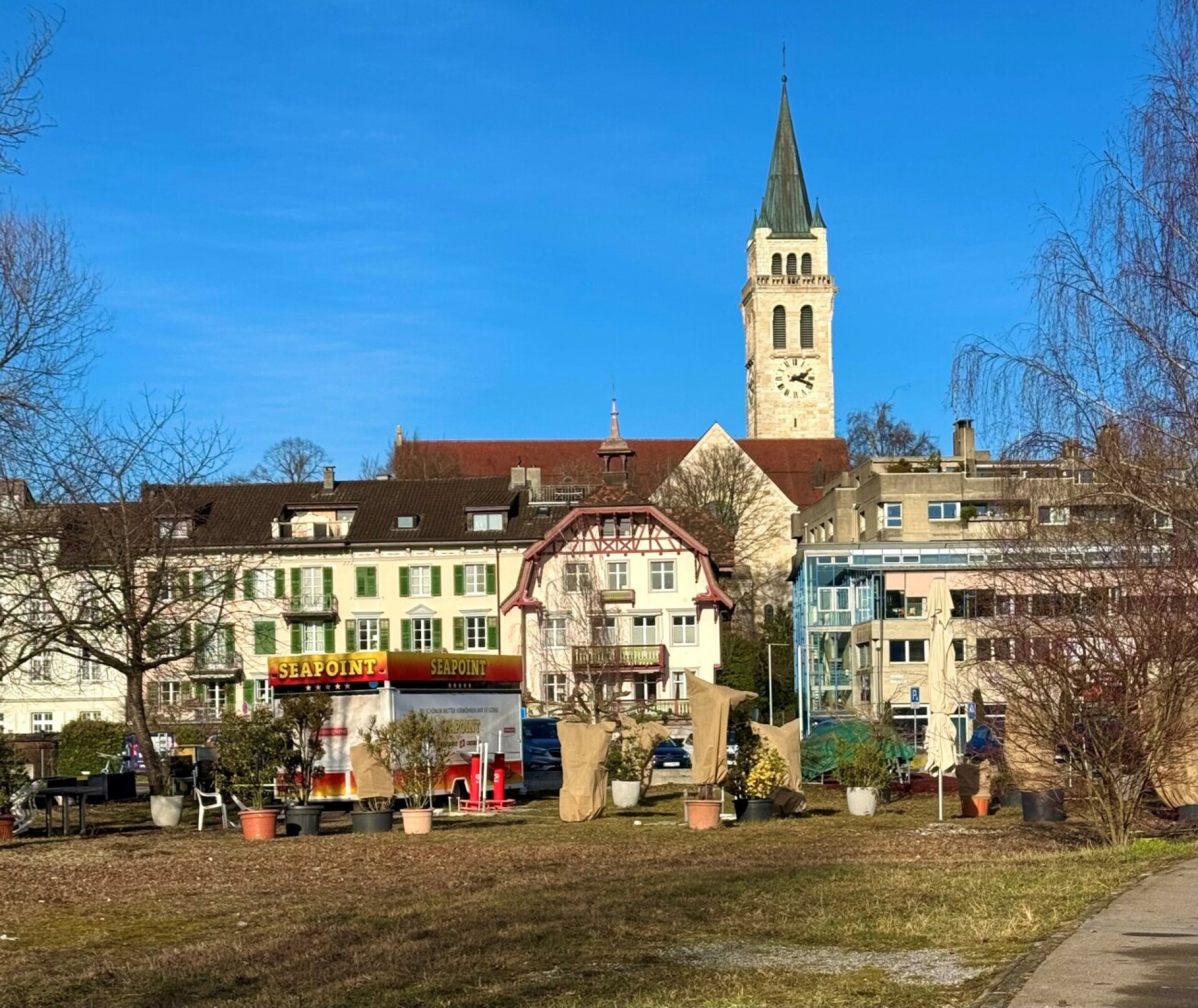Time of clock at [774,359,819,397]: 2:18
